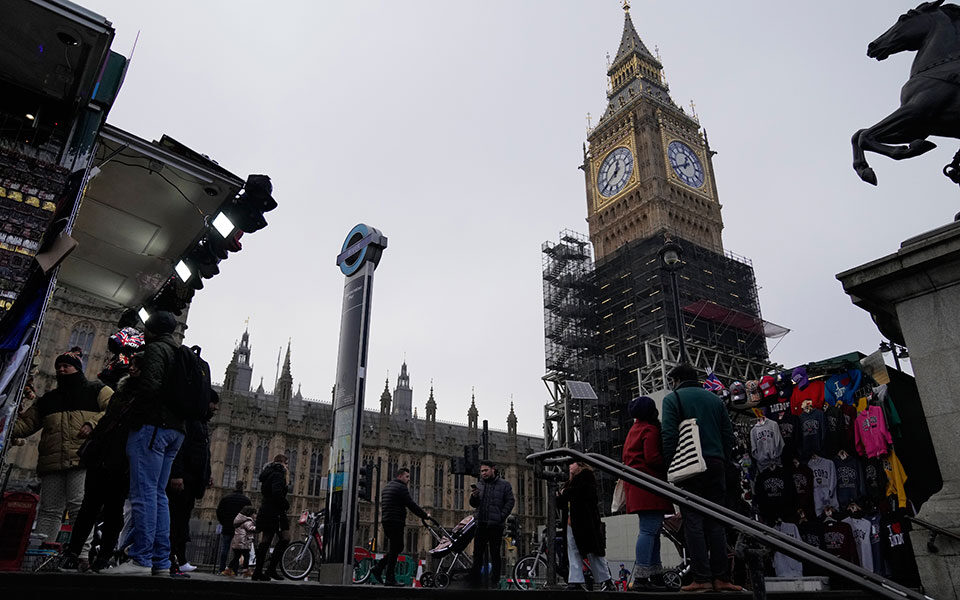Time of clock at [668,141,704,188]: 12:40
